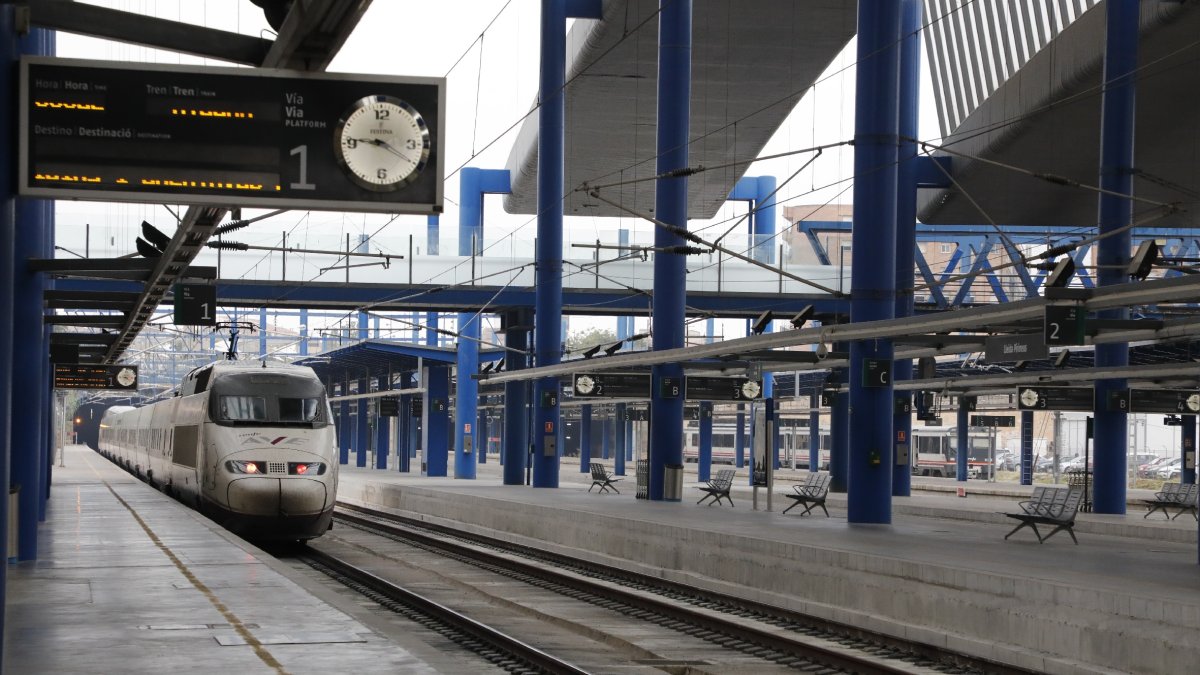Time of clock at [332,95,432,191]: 9:20
